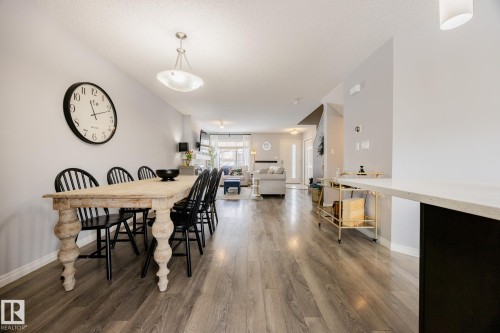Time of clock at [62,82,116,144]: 11:11
